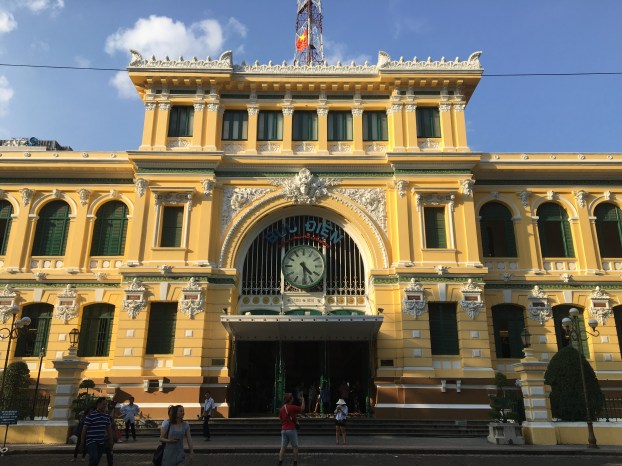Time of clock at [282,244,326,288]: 4:29
